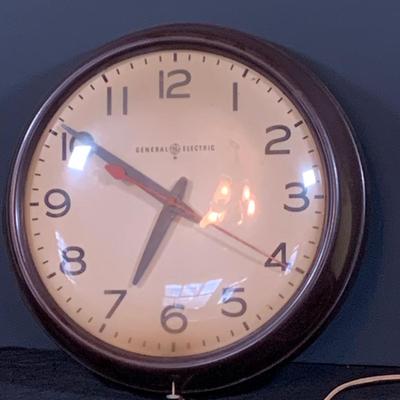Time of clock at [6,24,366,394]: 6:50
